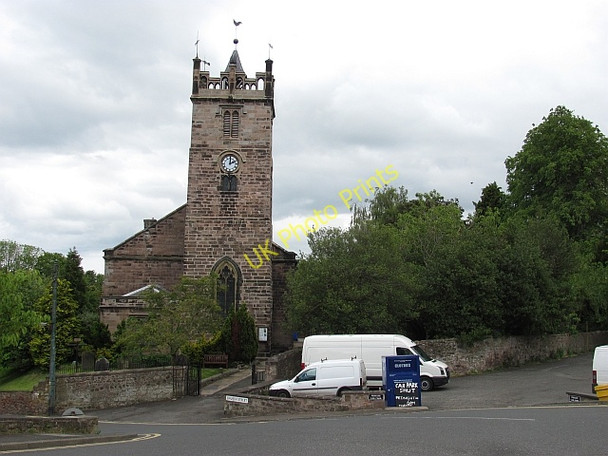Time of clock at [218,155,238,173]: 2:00
